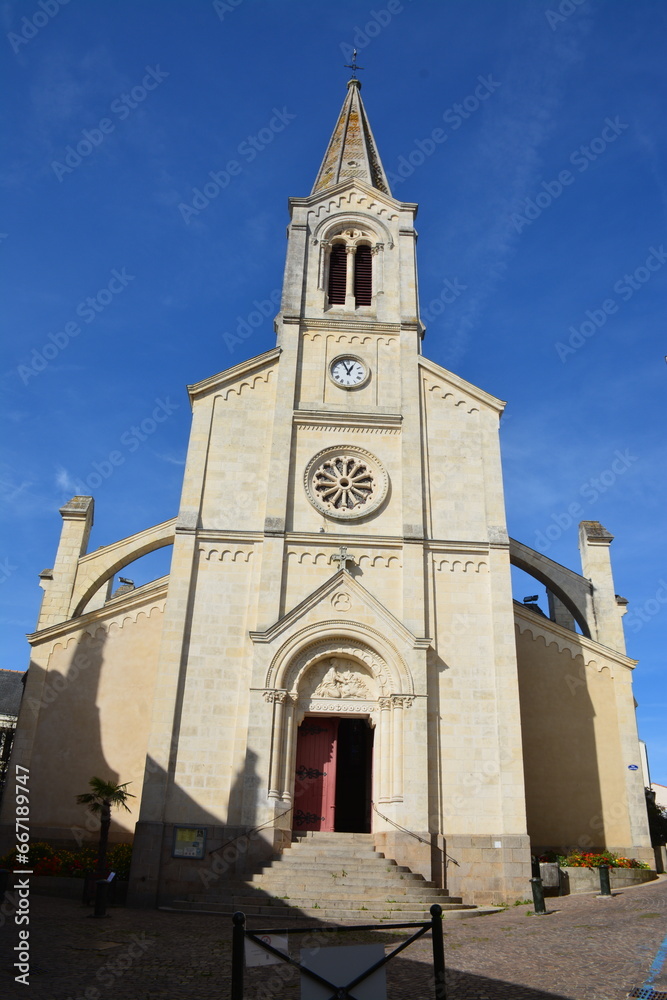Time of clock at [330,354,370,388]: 12:56
